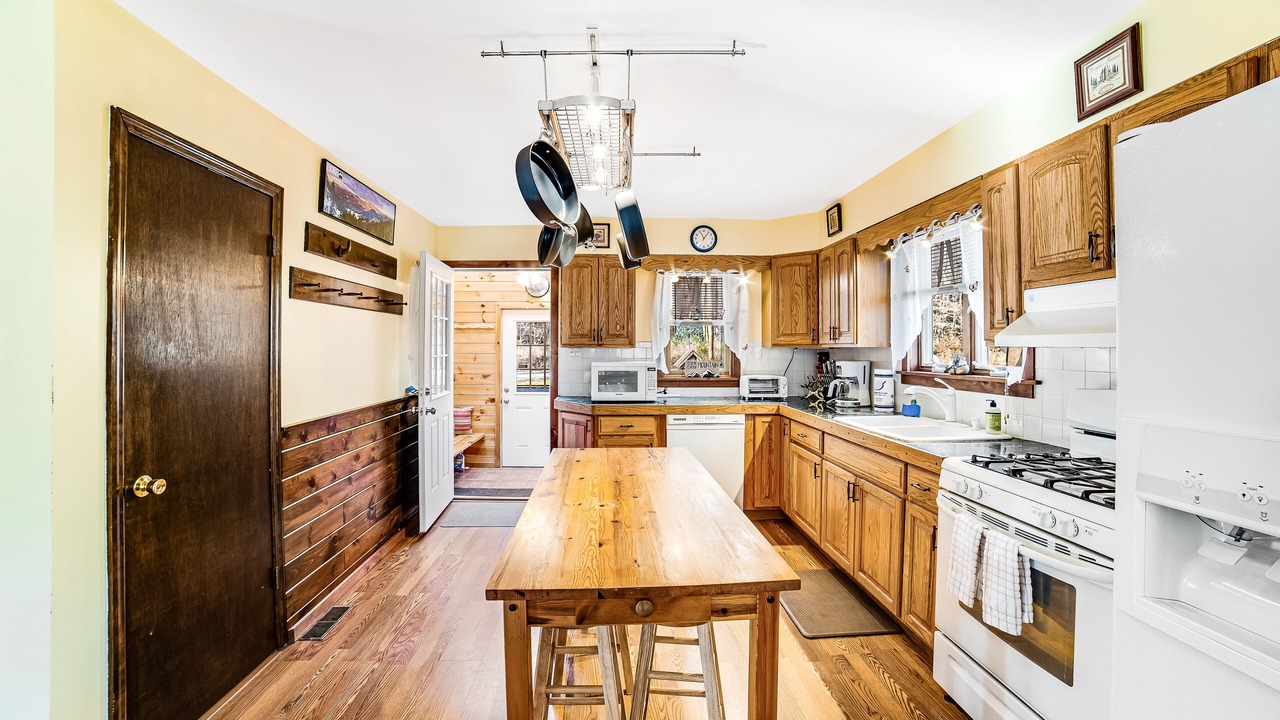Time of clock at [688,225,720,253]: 11:06
